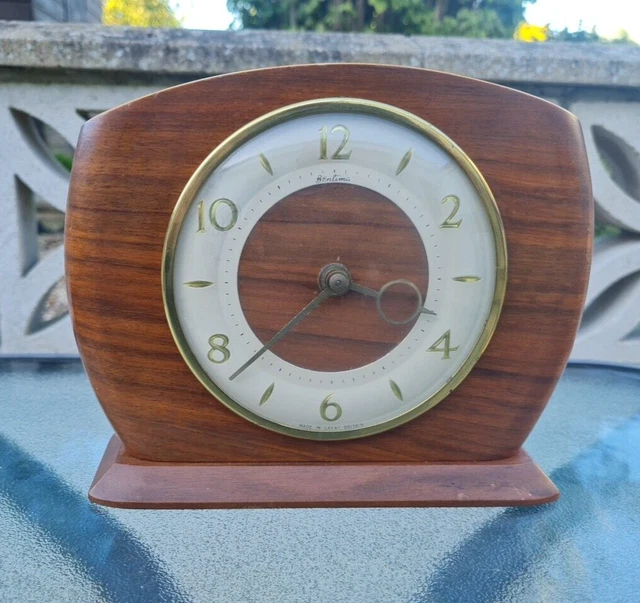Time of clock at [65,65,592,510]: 3:45
